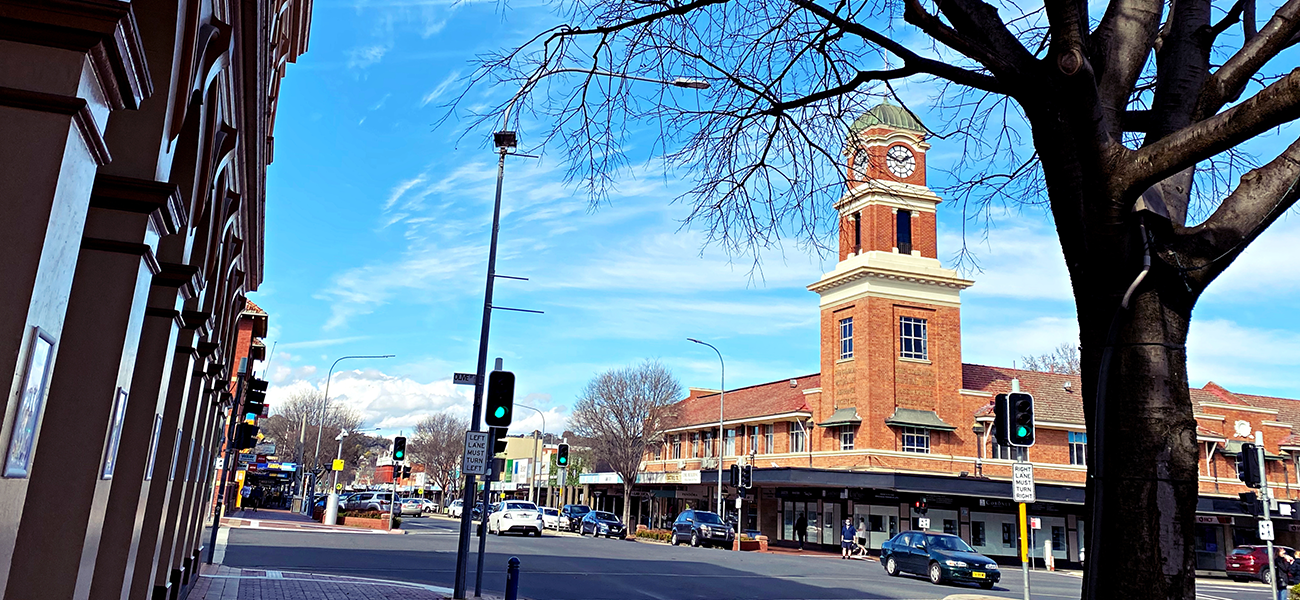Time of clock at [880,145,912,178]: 1:47
